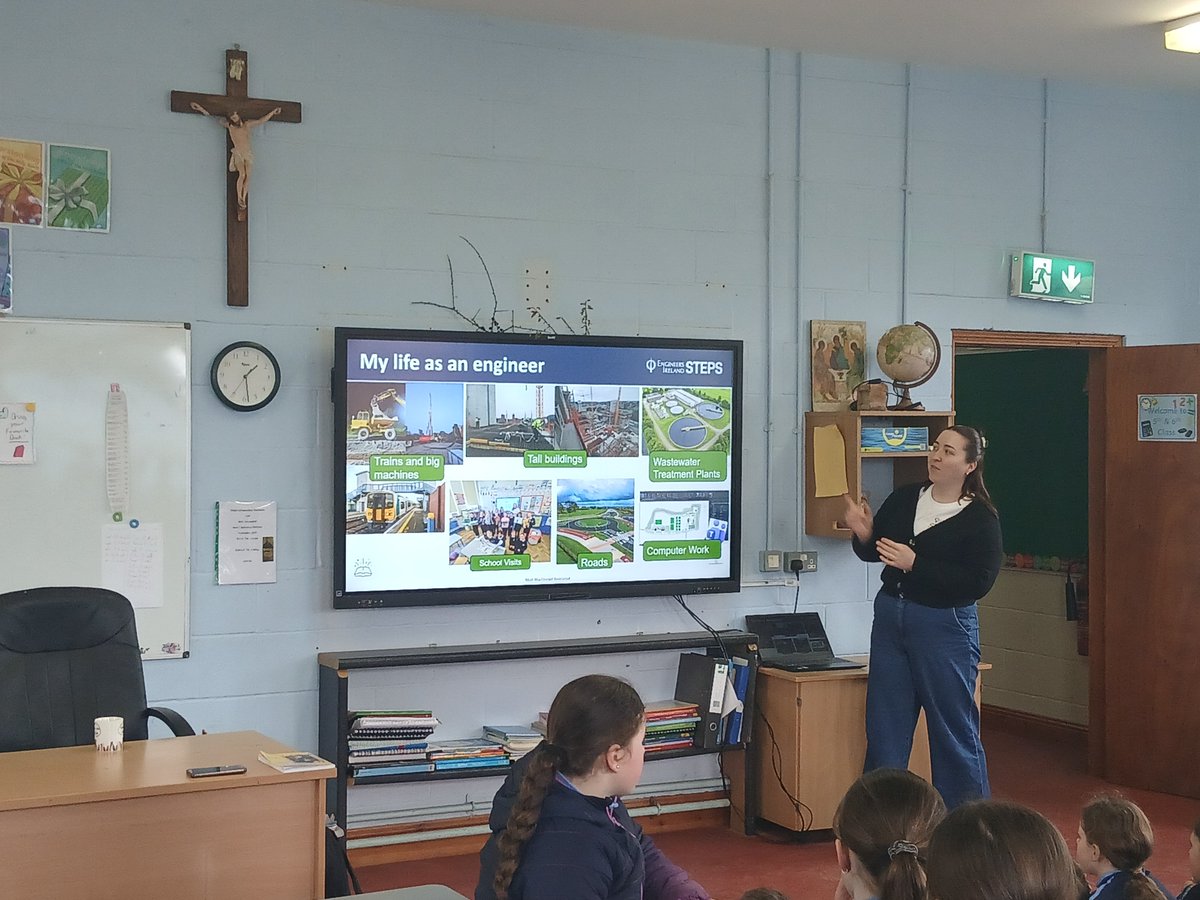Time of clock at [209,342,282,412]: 1:28
